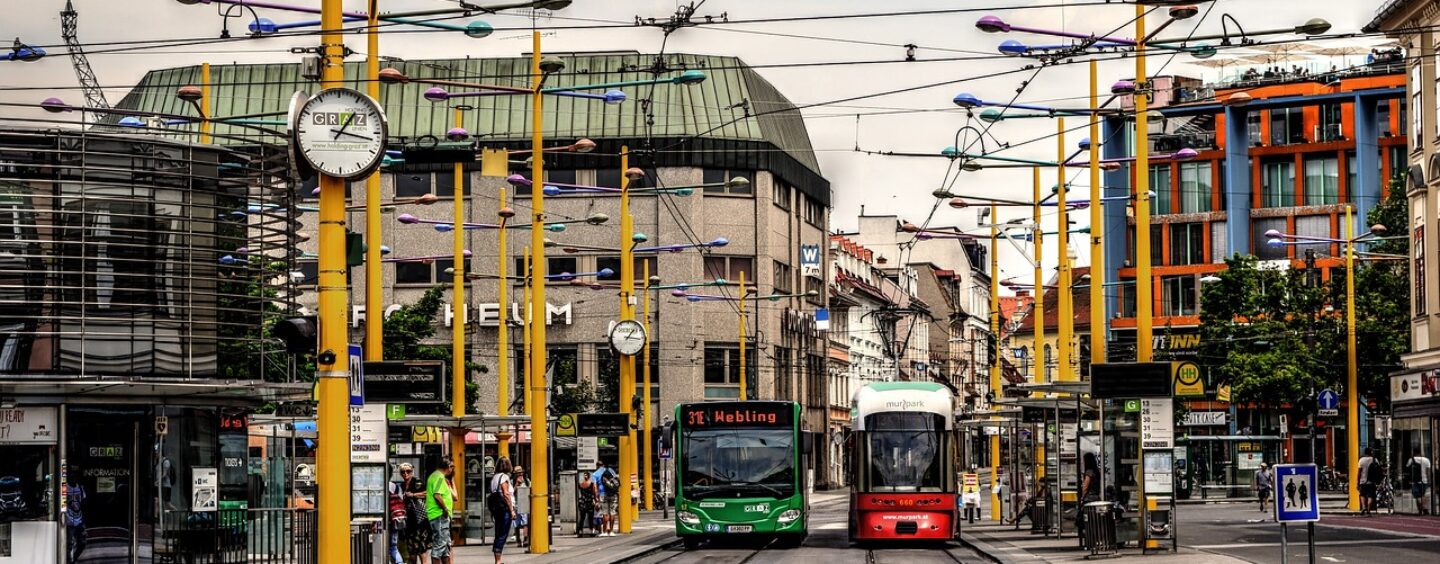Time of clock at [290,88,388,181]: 1:16
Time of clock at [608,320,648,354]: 1:16
